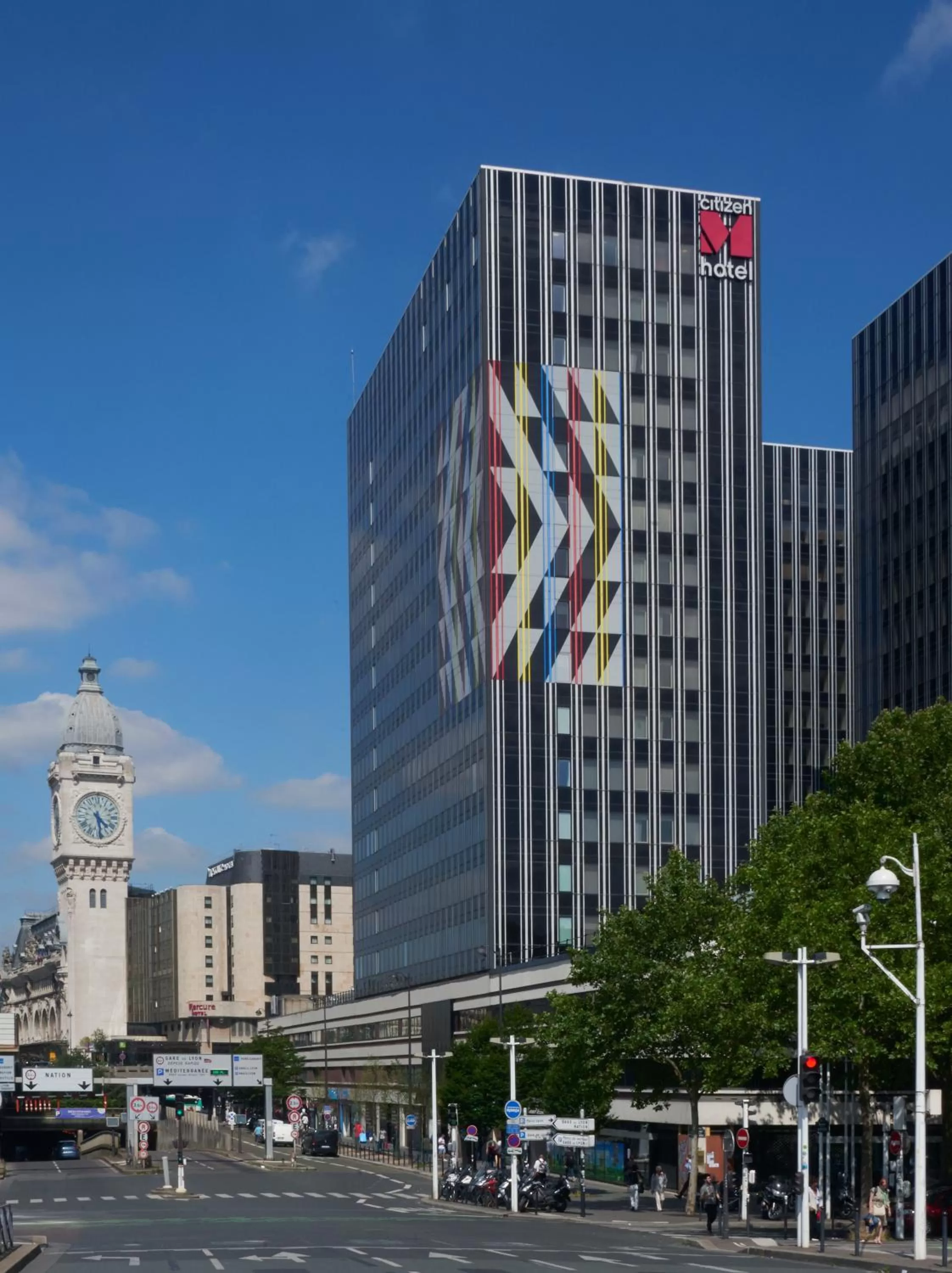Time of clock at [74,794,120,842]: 4:29
